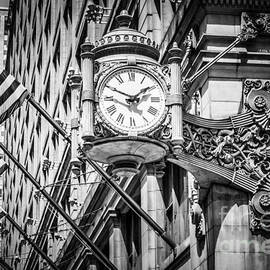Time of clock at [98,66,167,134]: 1:49
